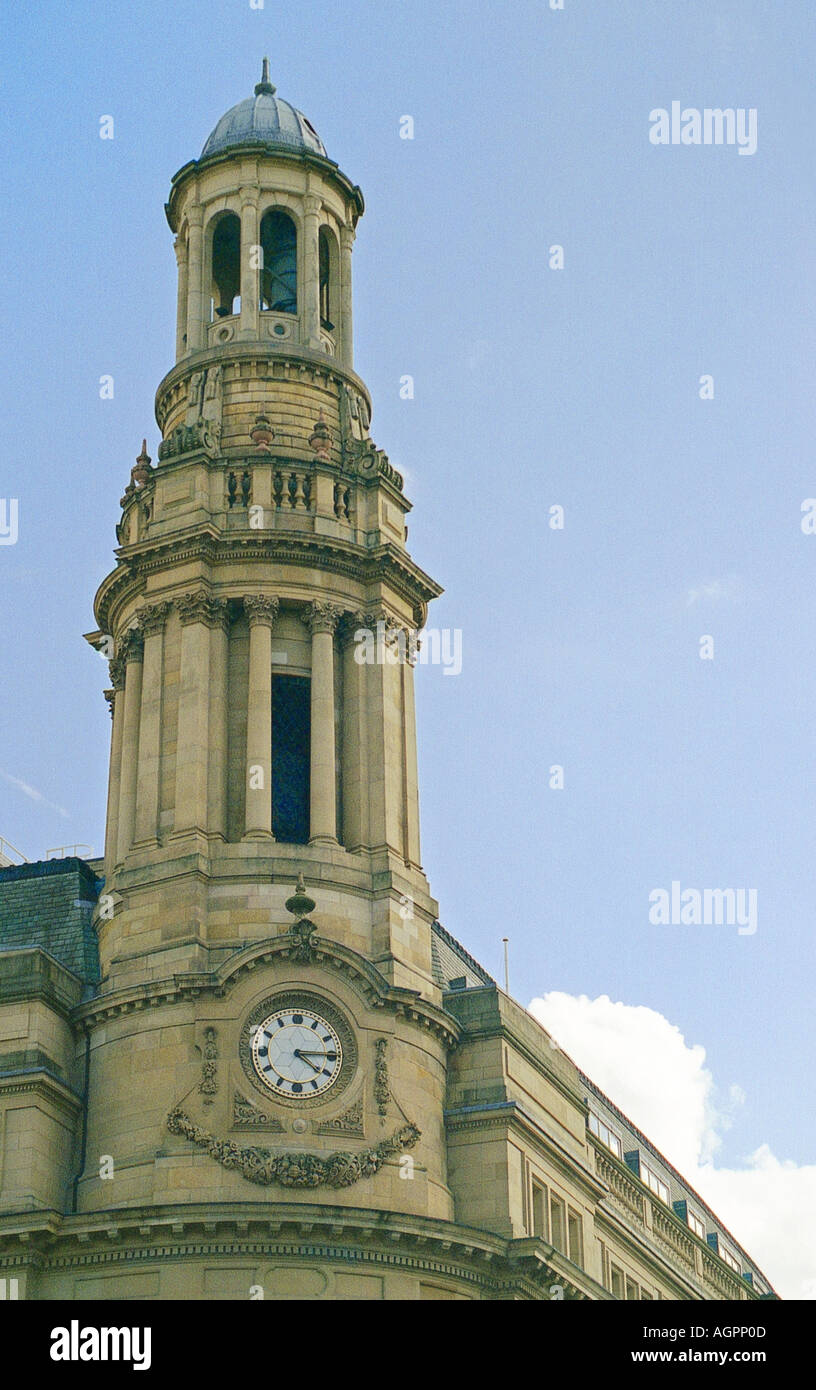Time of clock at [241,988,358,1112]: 4:14
